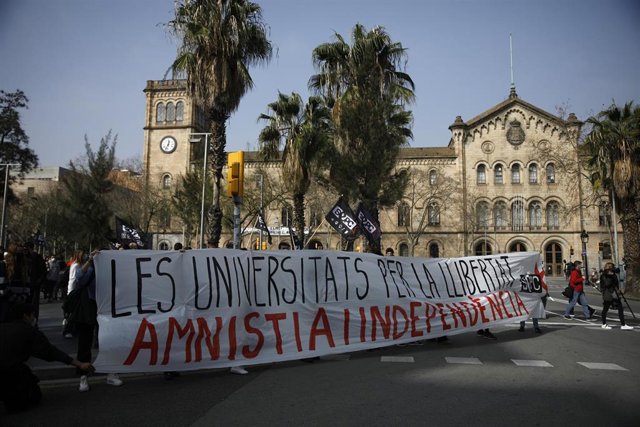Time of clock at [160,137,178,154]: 12:33
